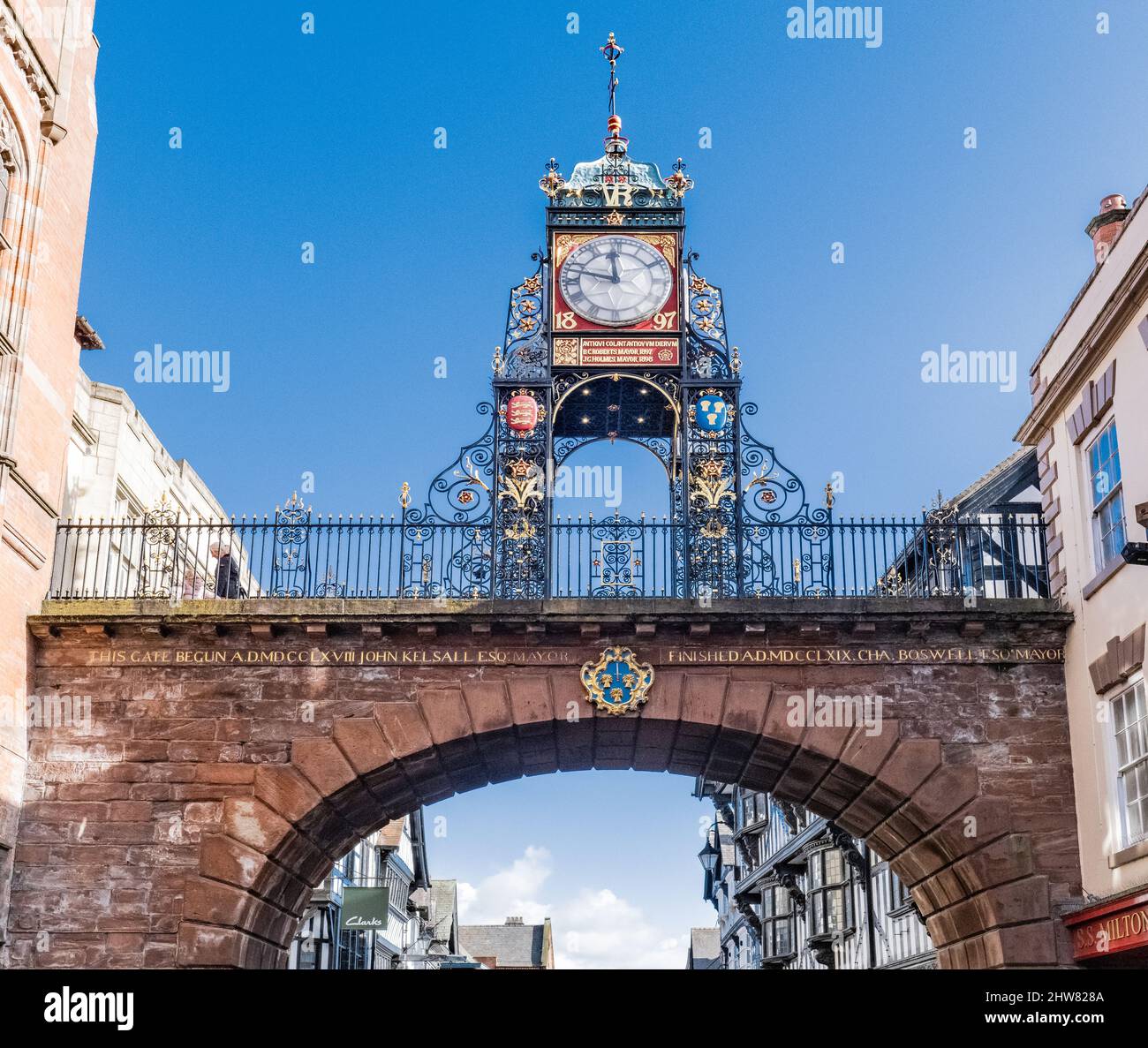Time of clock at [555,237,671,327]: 11:47
